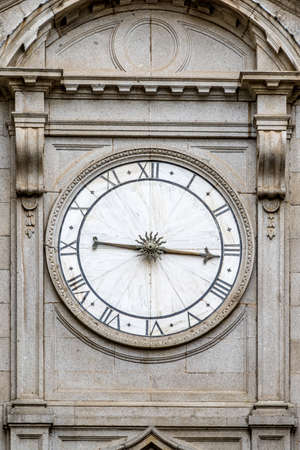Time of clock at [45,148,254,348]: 9:15
